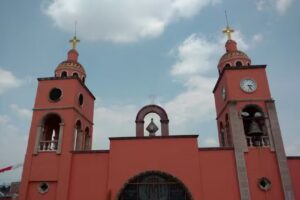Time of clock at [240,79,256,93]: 3:26
